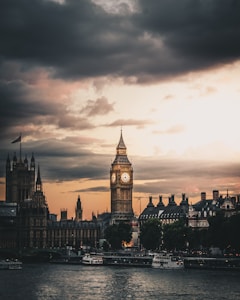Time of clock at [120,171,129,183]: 4:42
